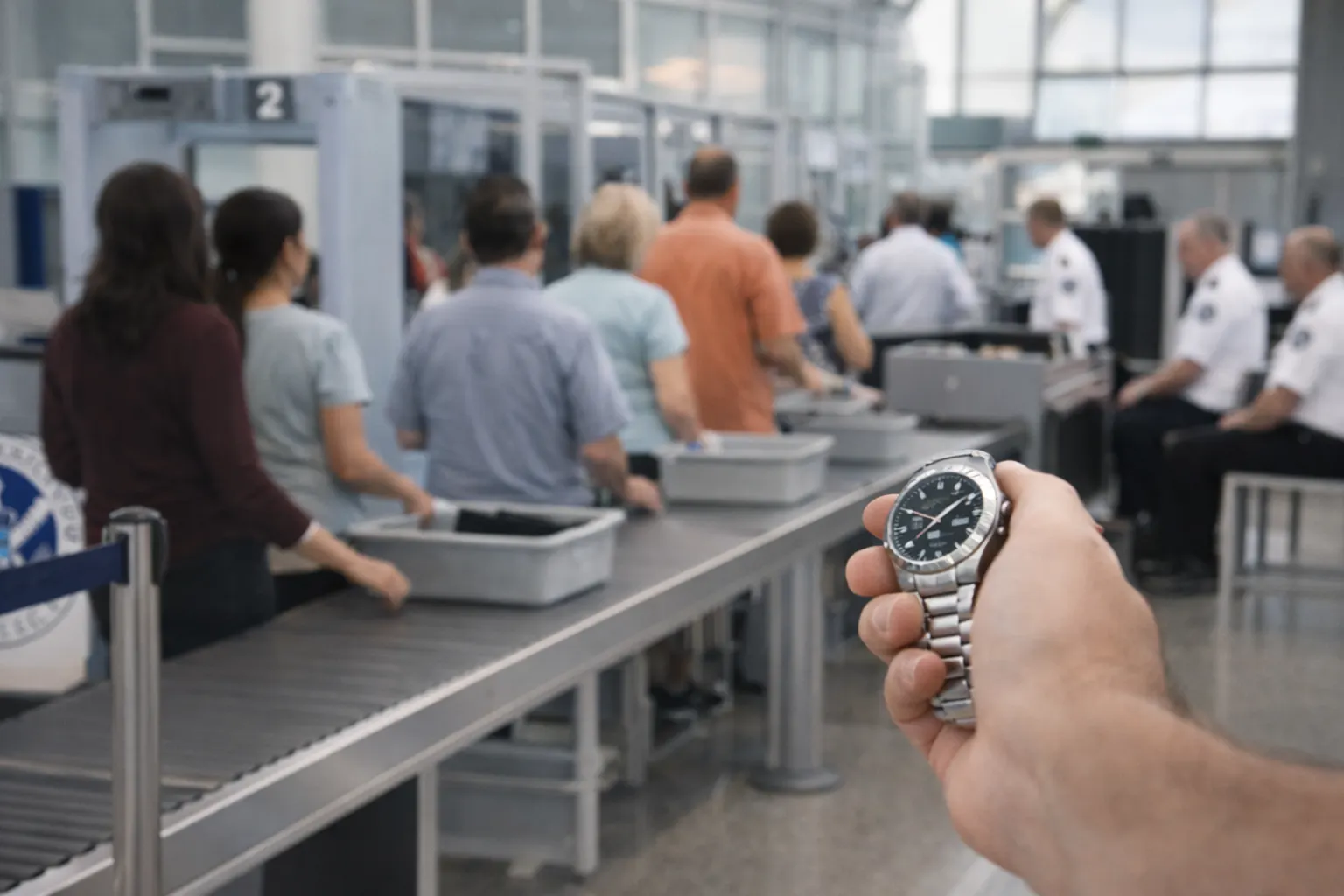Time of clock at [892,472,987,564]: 1:50
